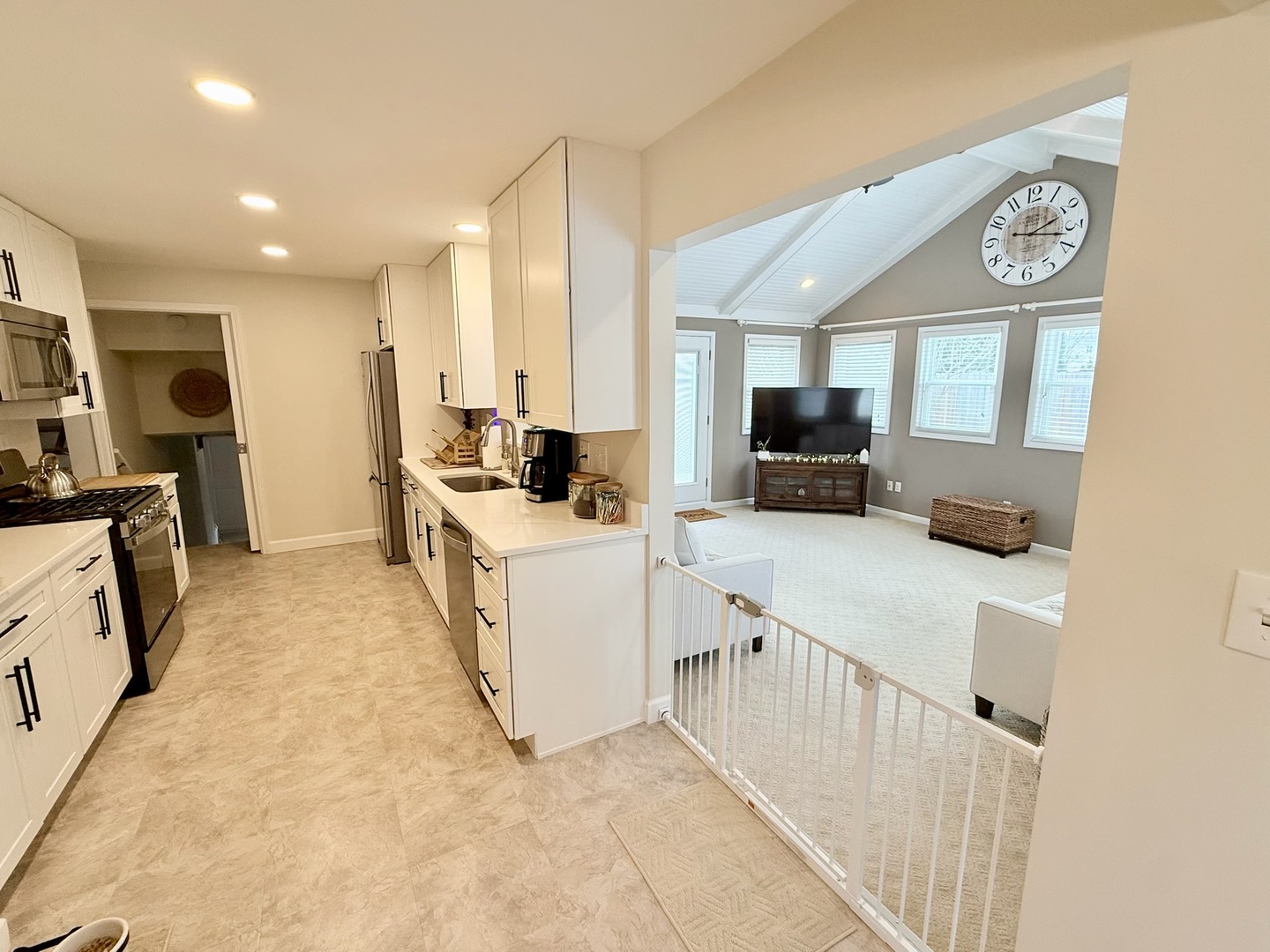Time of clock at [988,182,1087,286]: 2:17
